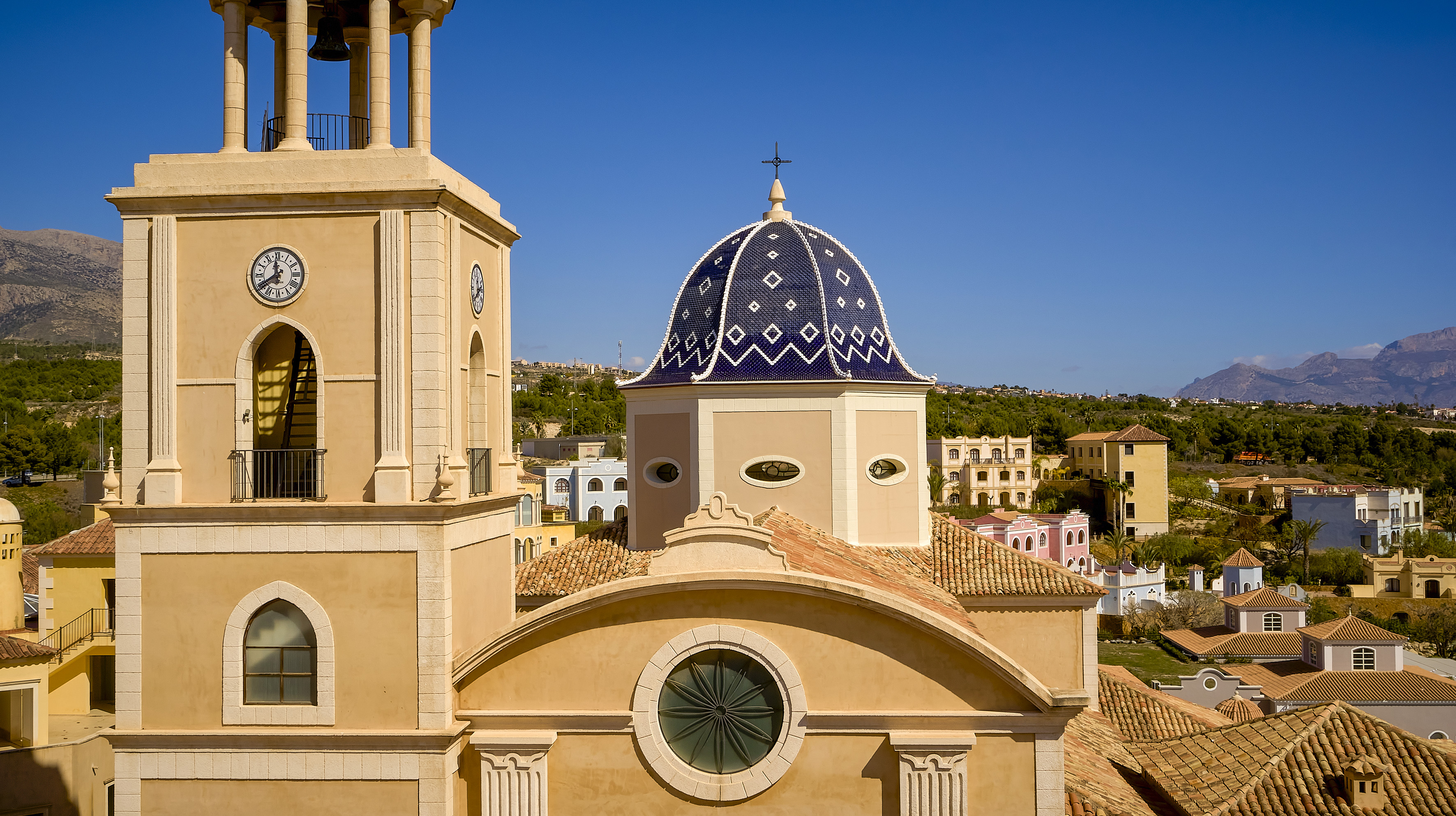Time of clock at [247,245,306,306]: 11:40
